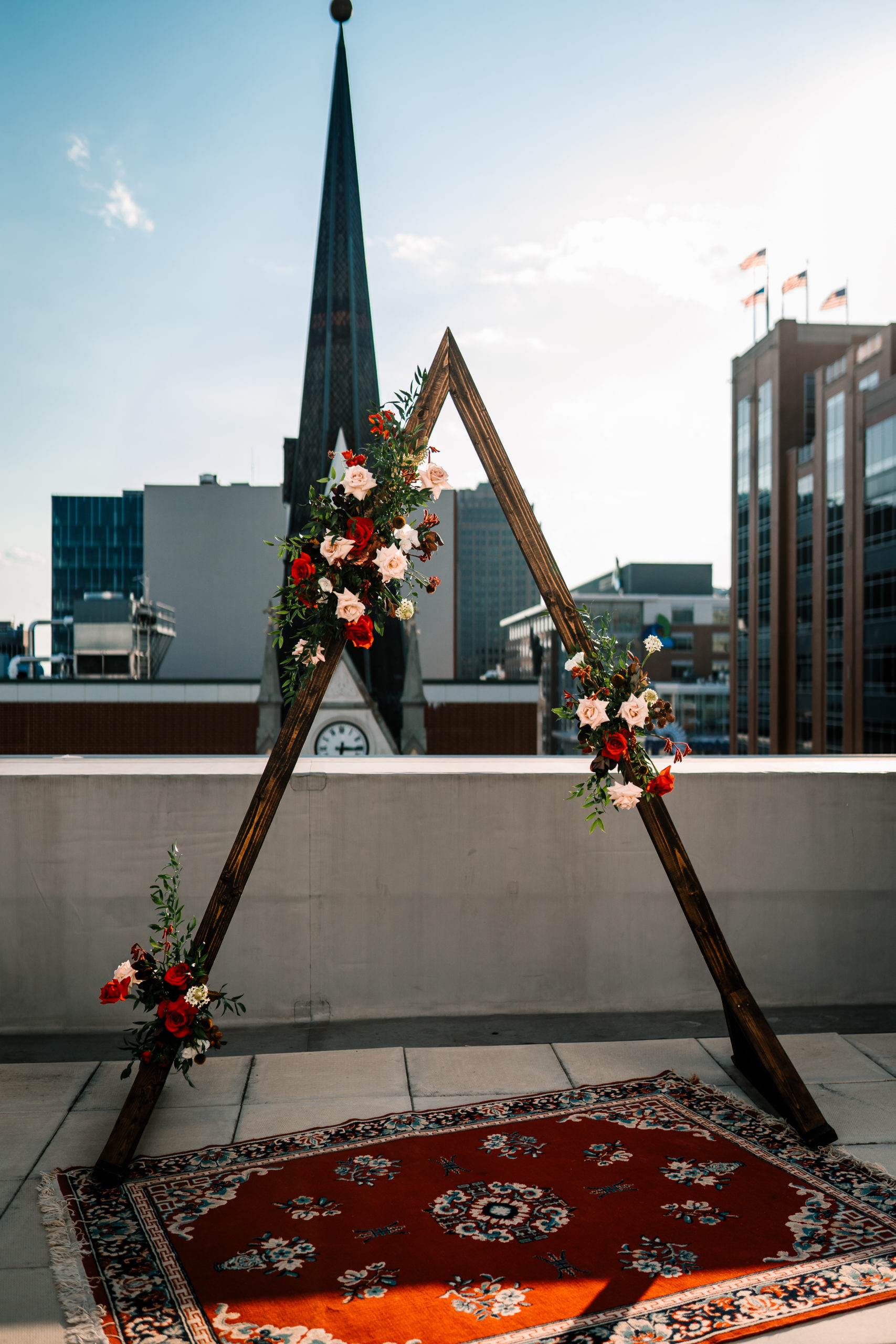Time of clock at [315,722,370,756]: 6:15
